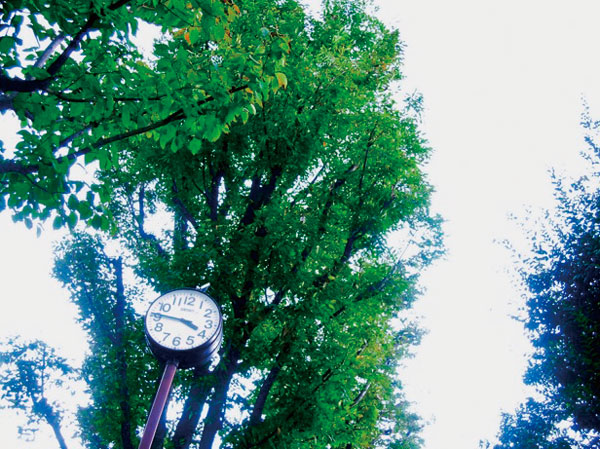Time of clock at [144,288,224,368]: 3:45
